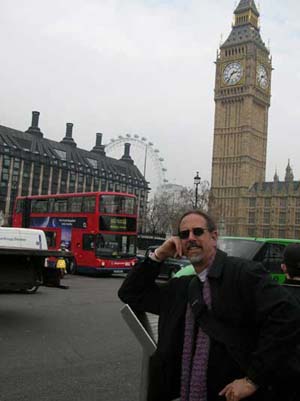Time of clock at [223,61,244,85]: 2:36
